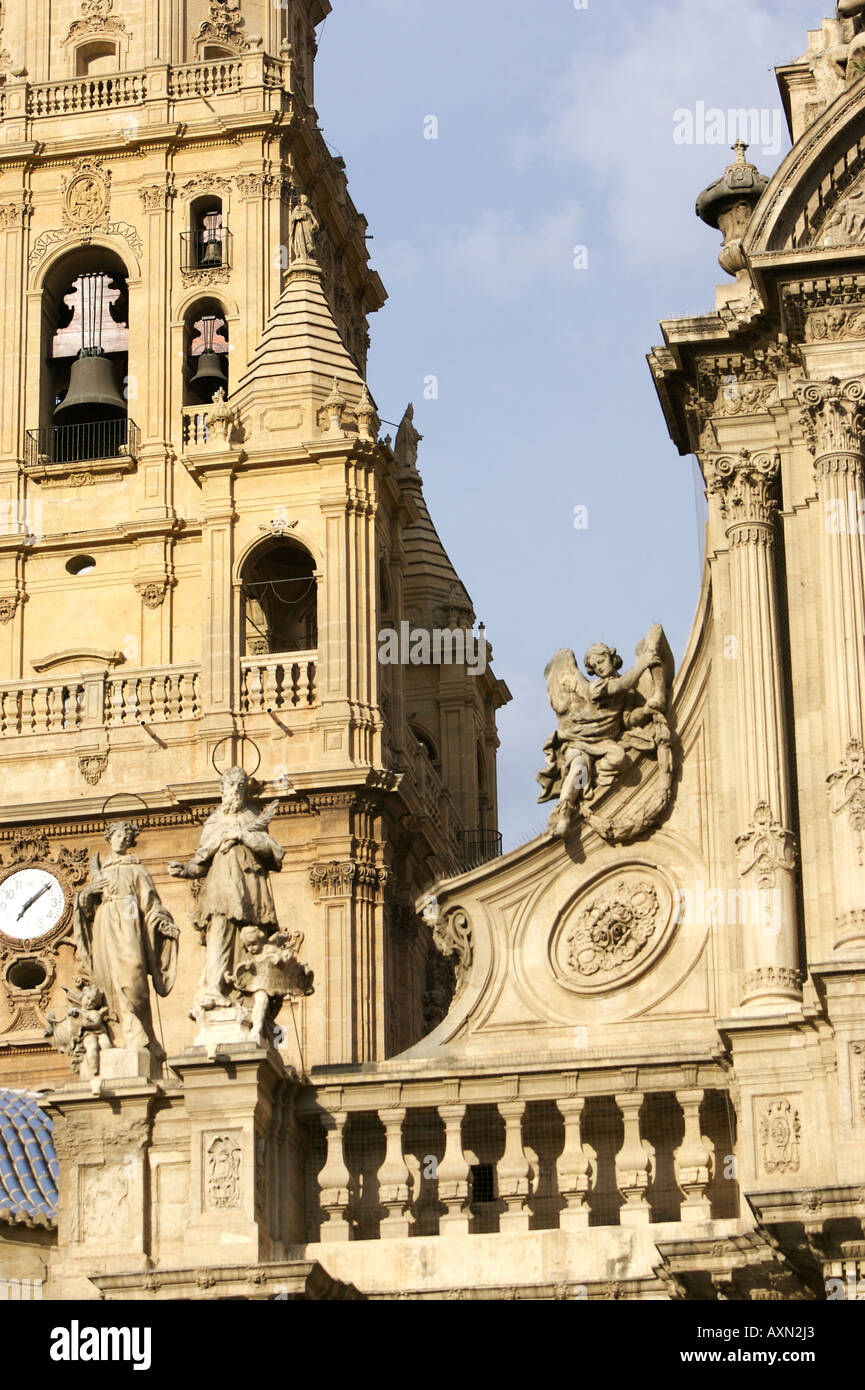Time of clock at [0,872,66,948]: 7:08
